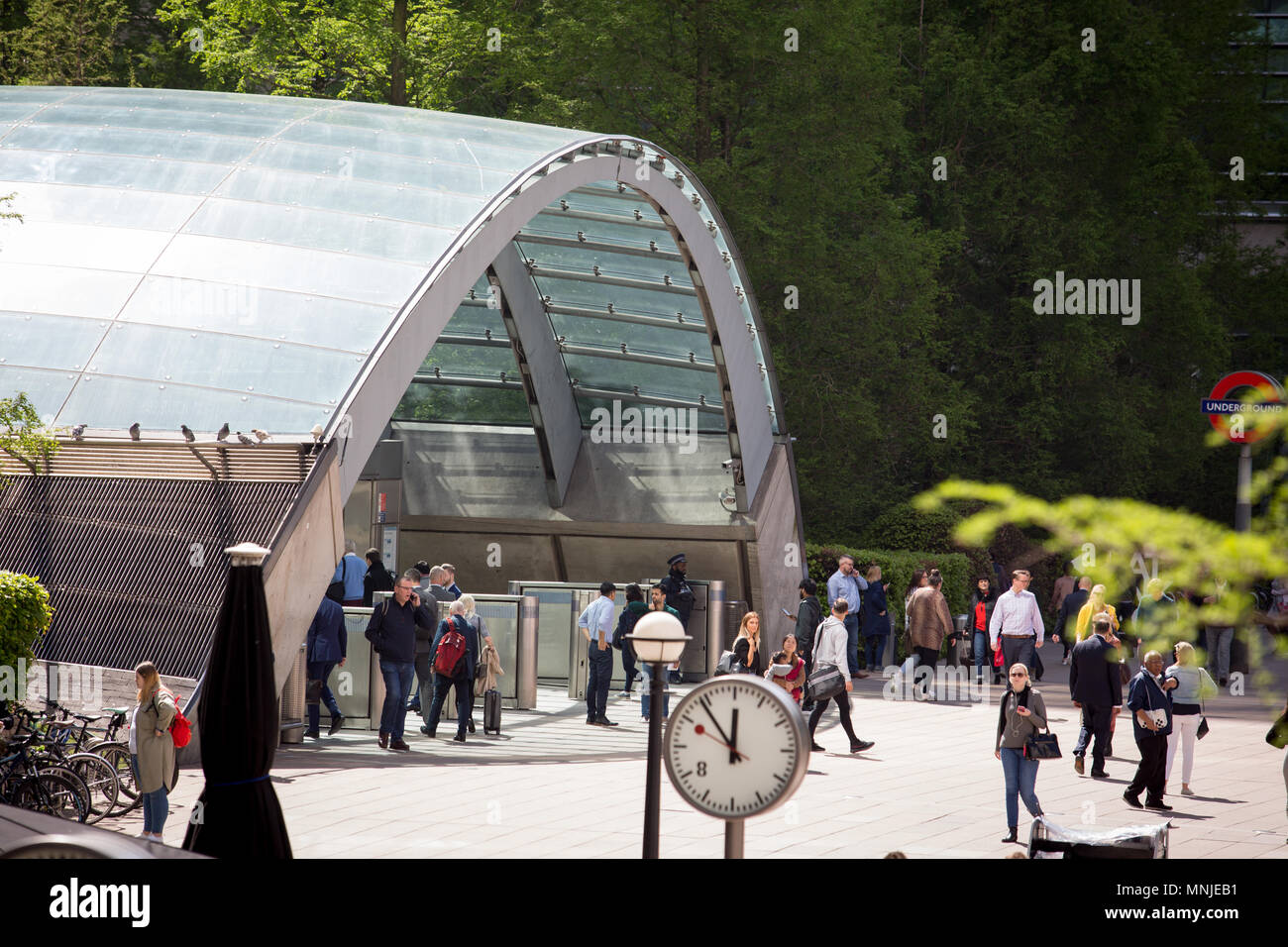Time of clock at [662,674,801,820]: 11:53
